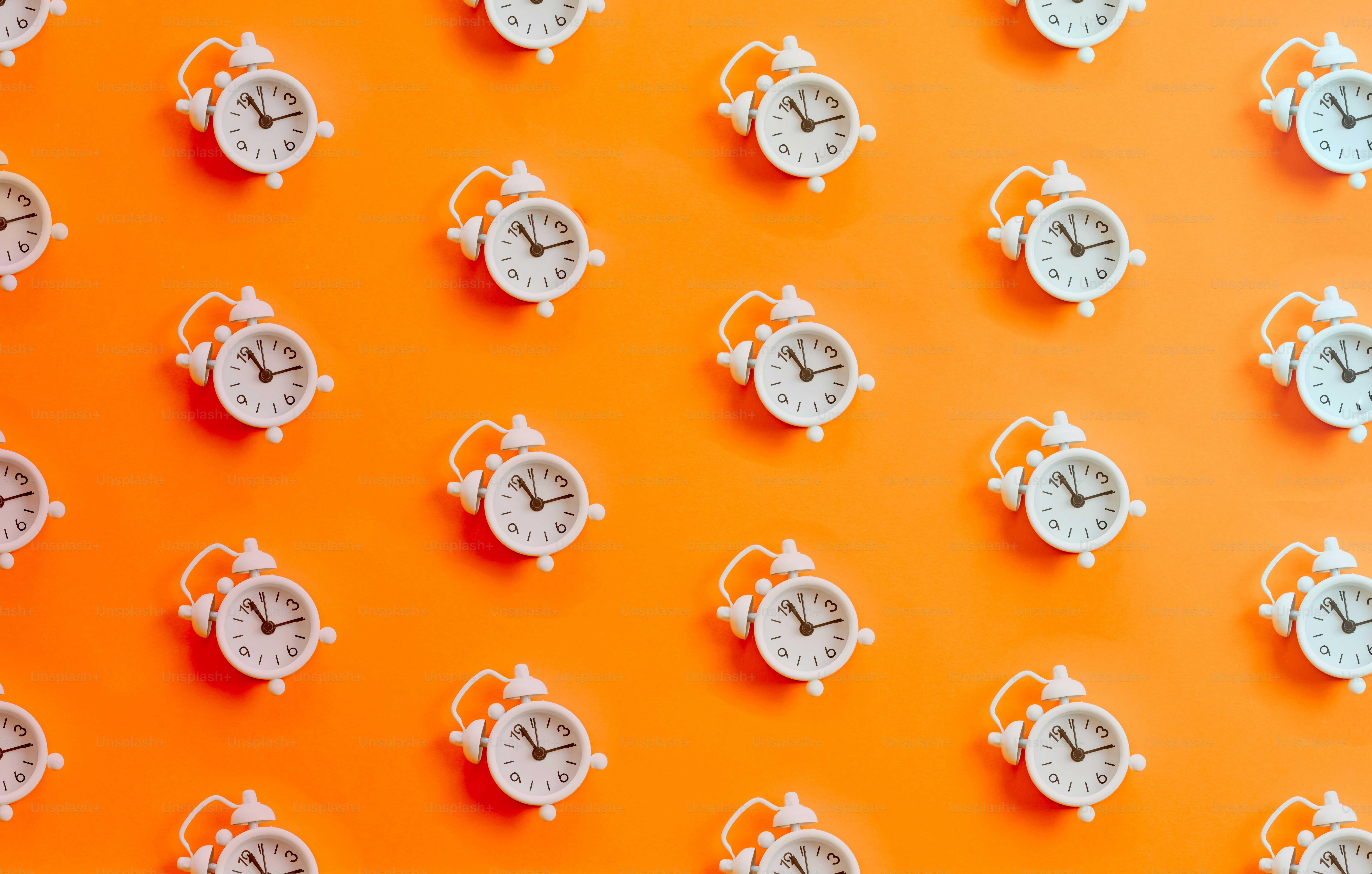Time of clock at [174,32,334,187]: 11:14
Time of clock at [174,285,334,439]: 11:14
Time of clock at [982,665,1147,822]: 11:14
